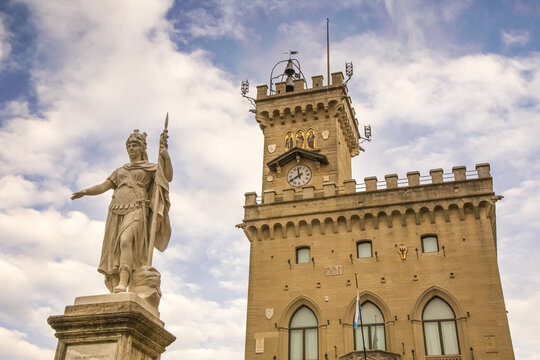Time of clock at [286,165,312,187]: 11:40
